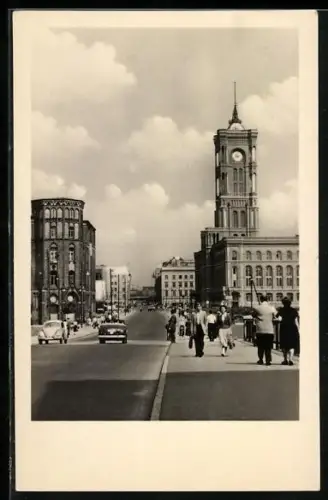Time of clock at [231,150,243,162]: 4:12
